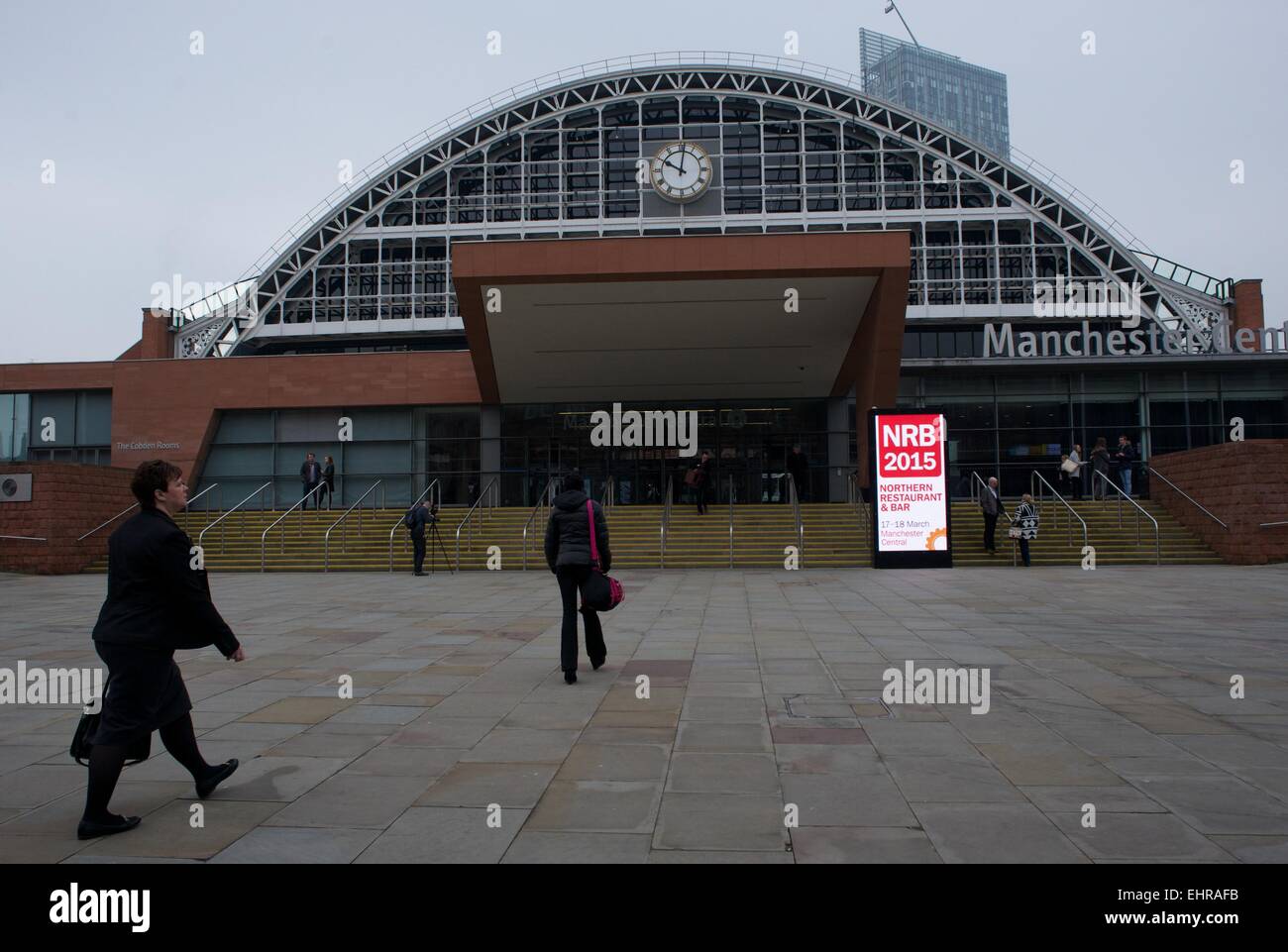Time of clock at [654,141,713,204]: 10:01
